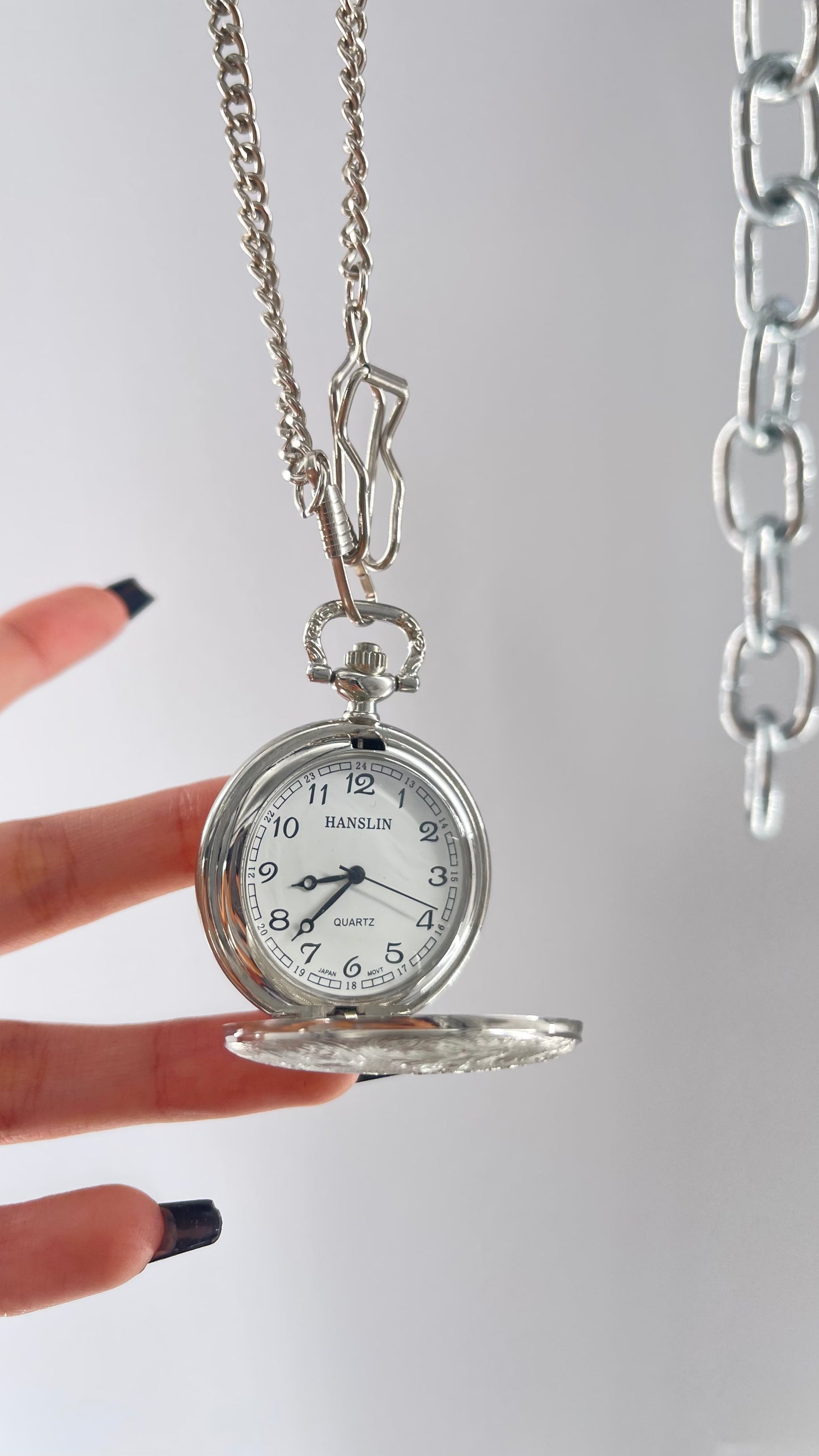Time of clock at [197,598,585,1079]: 8:37
